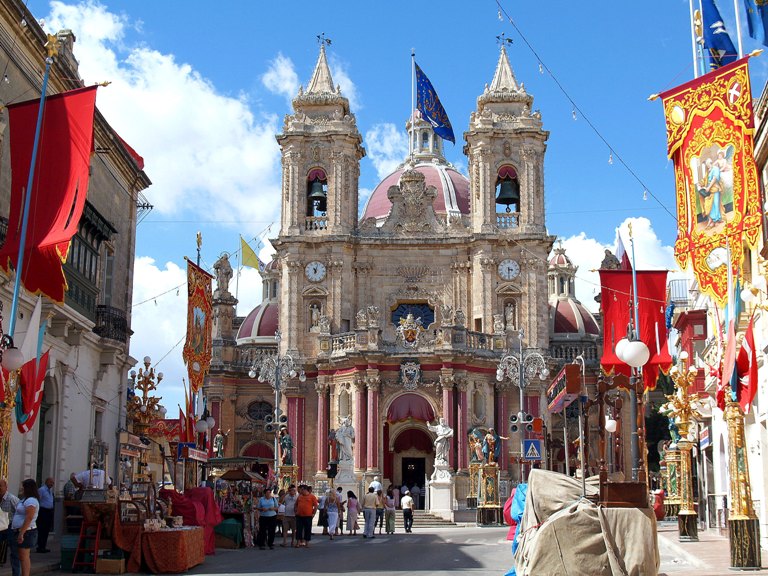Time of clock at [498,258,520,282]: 3:30
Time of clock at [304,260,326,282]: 11:02
